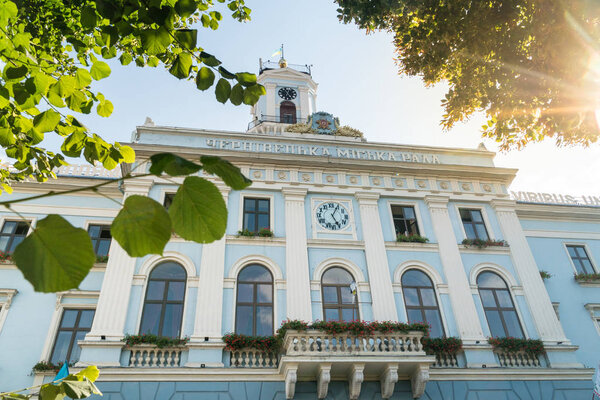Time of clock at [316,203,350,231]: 5:04
